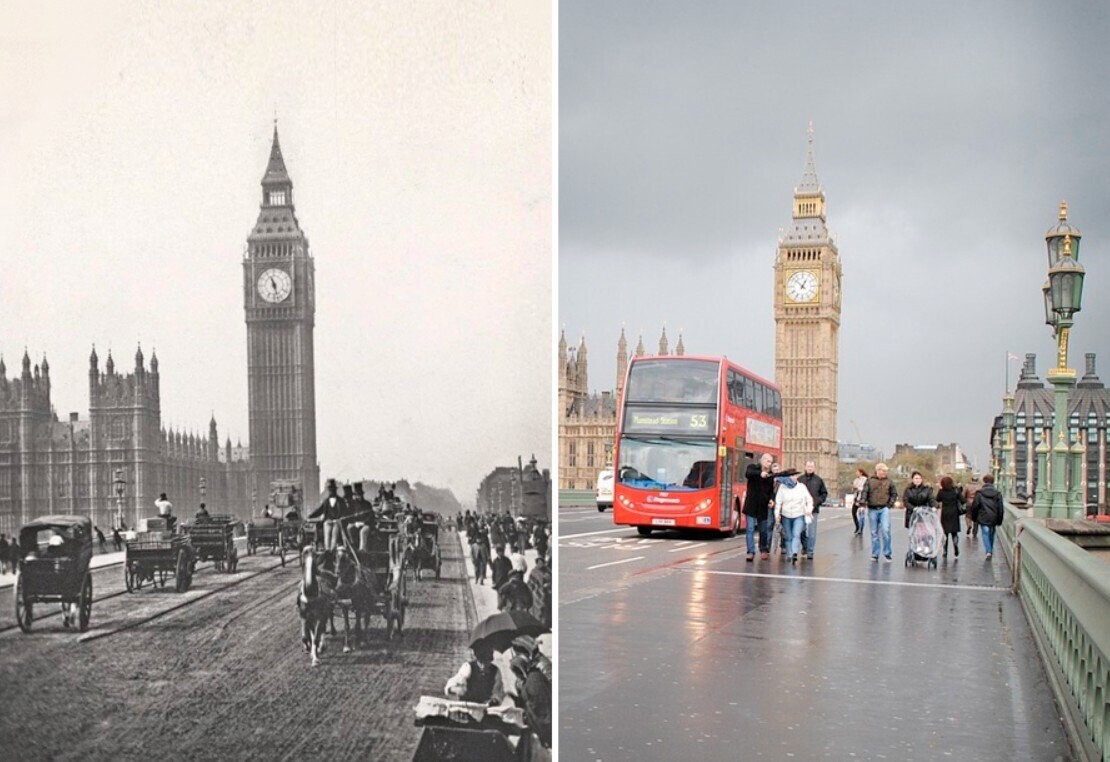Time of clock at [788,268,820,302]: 12:52
